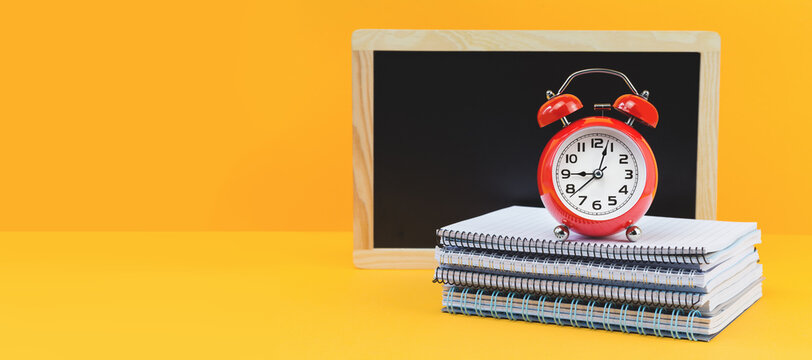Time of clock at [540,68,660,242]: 9:03
